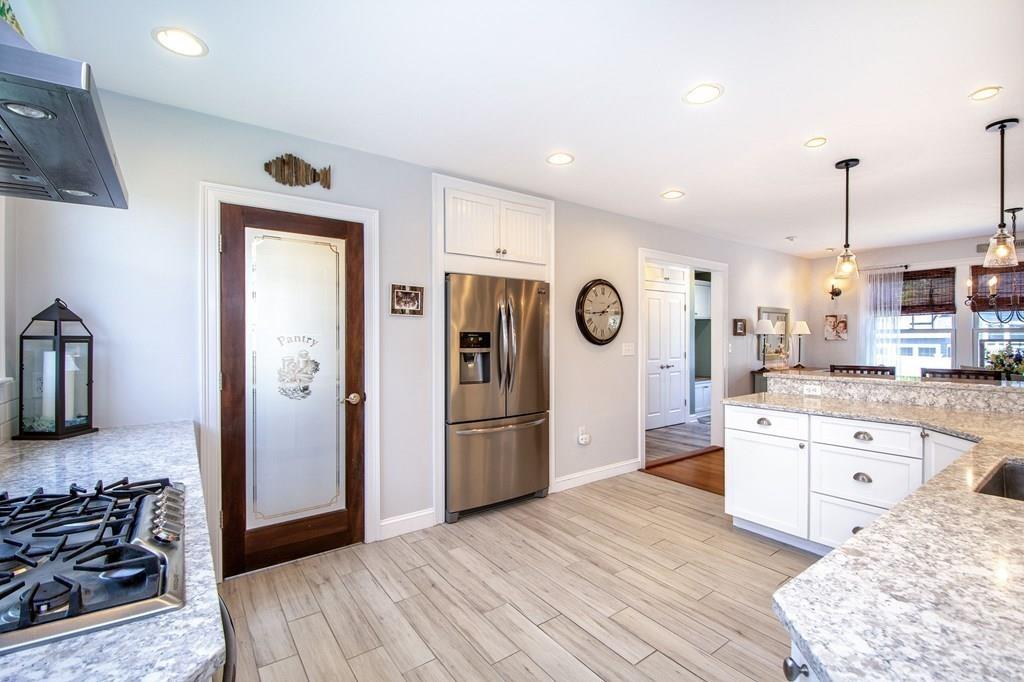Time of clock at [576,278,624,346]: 1:43
